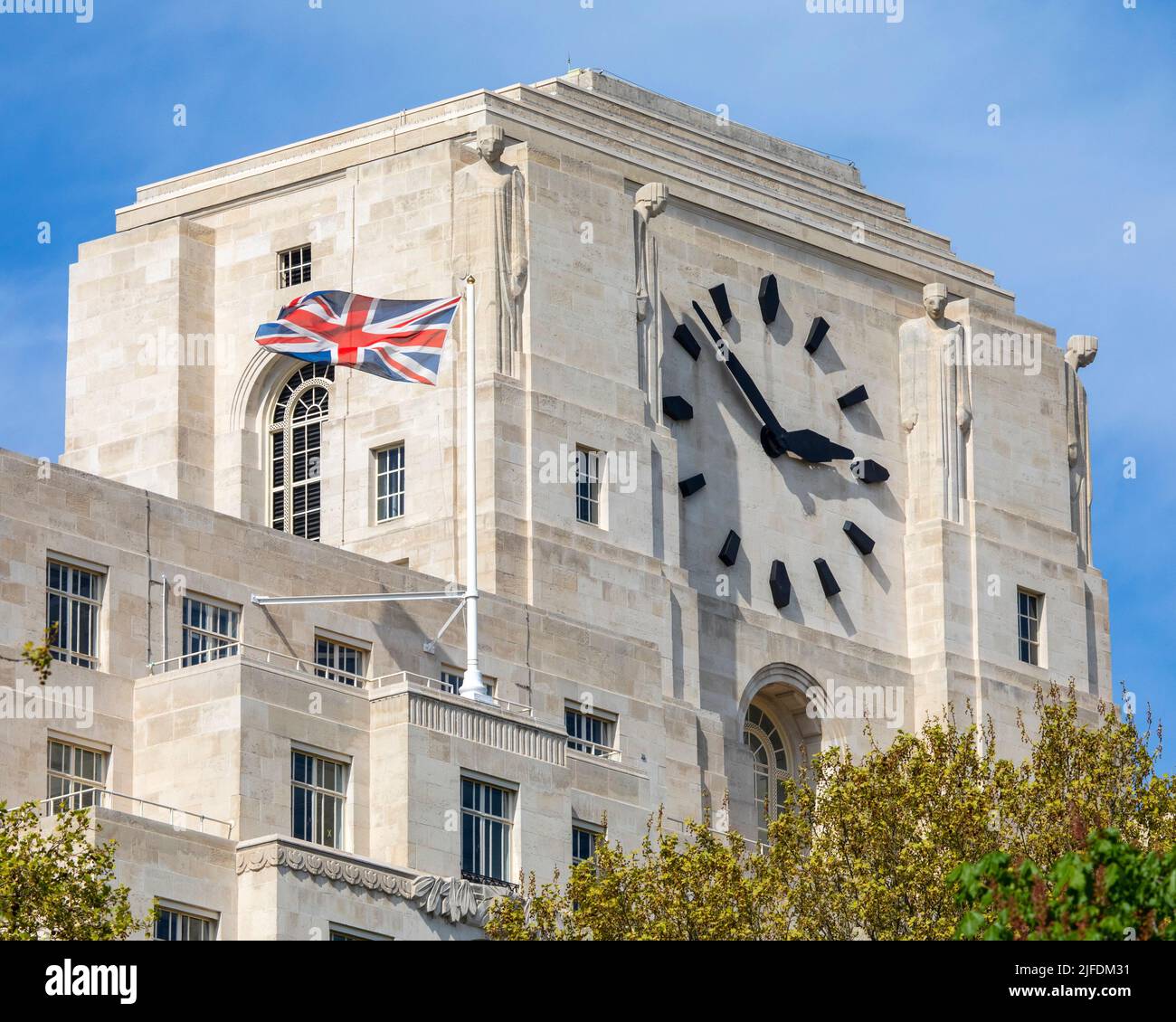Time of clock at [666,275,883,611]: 2:52
